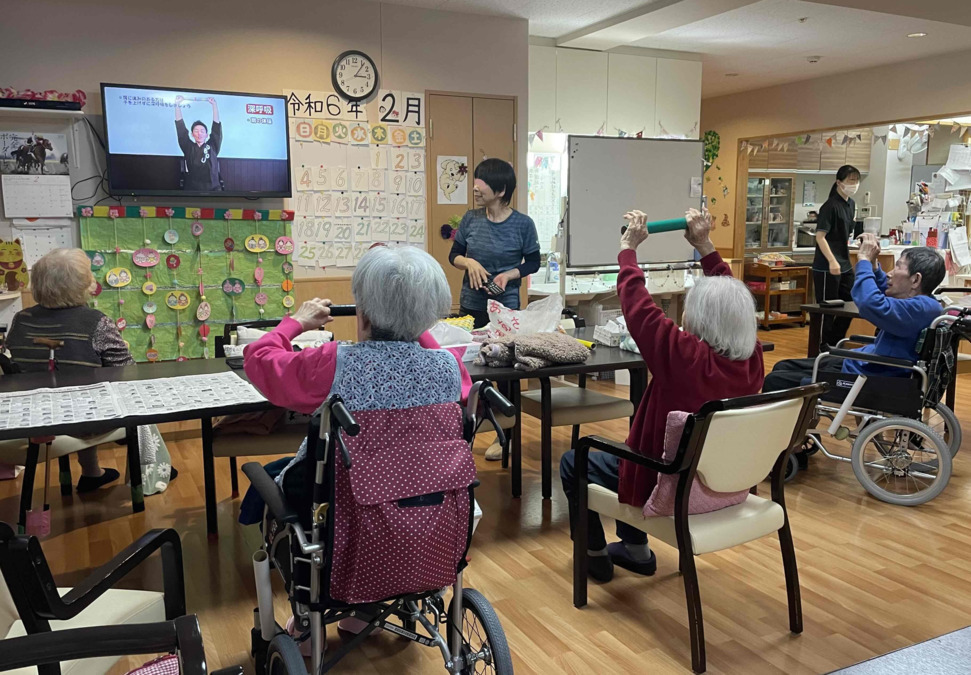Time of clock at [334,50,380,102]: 3:06
